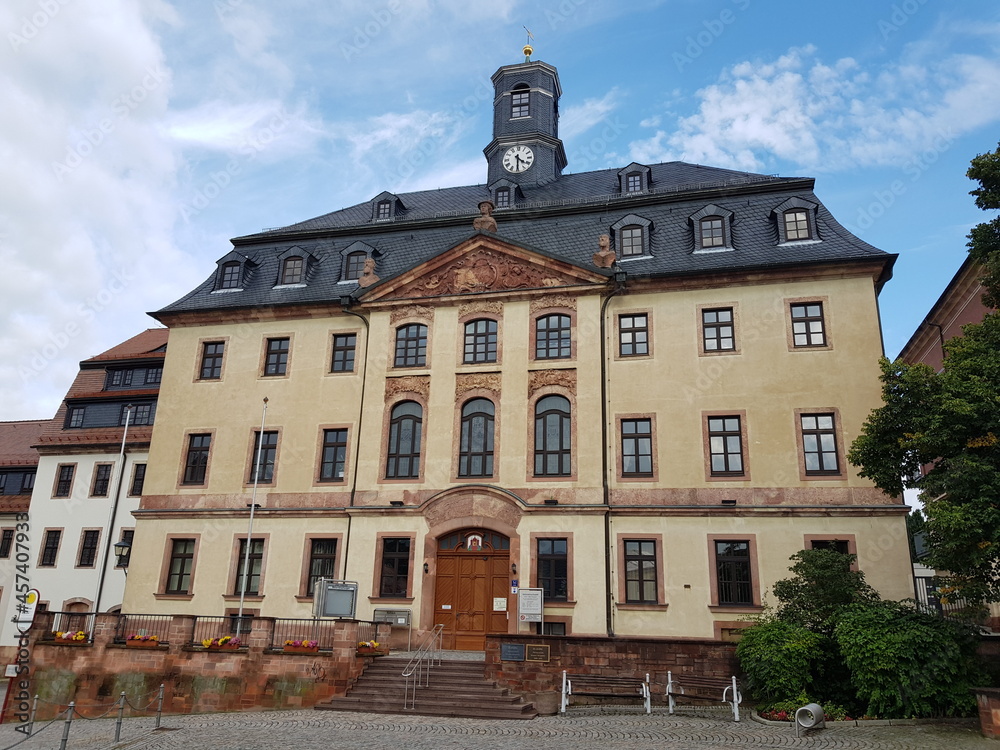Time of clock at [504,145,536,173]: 4:30
